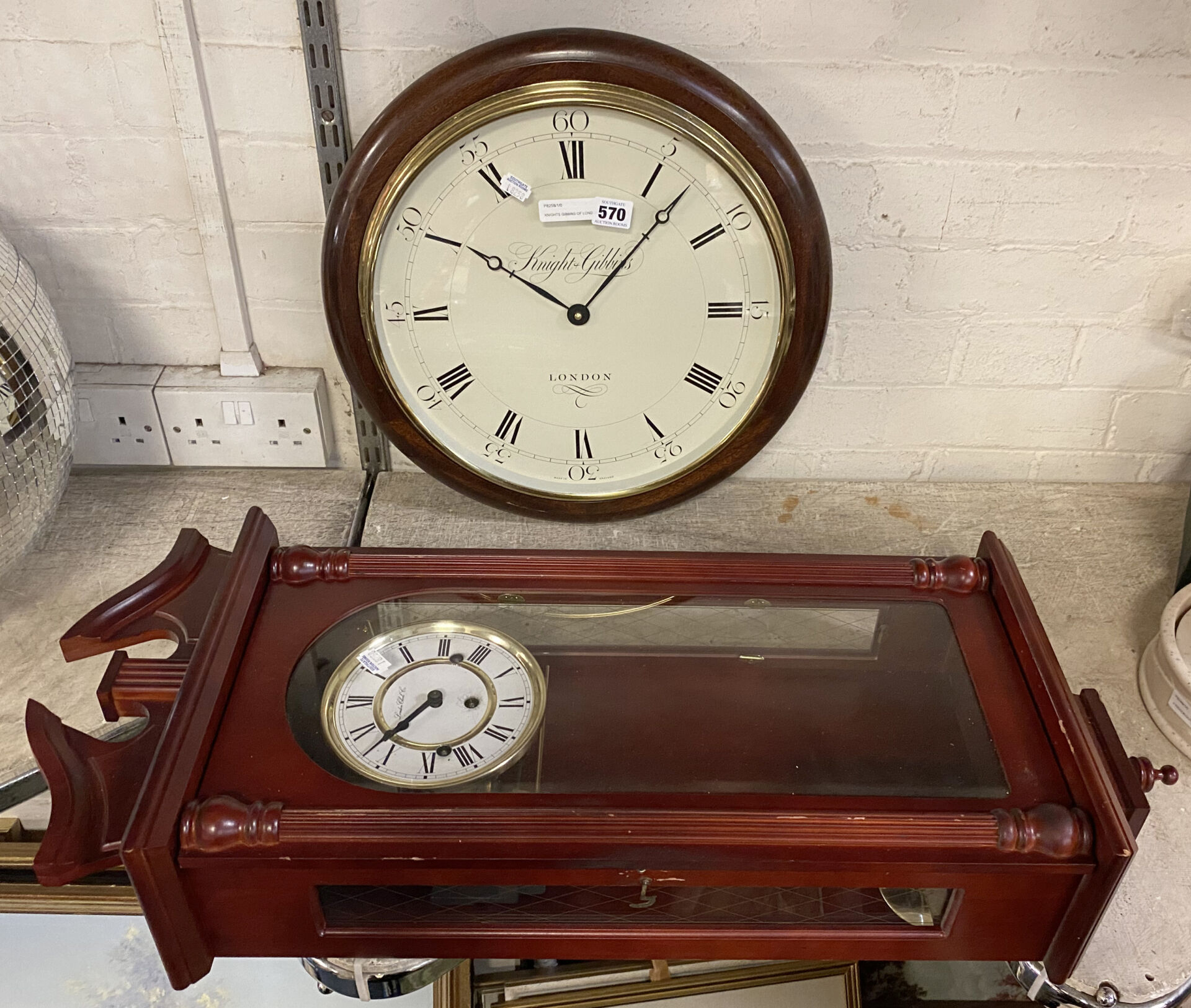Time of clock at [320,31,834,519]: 10:06
